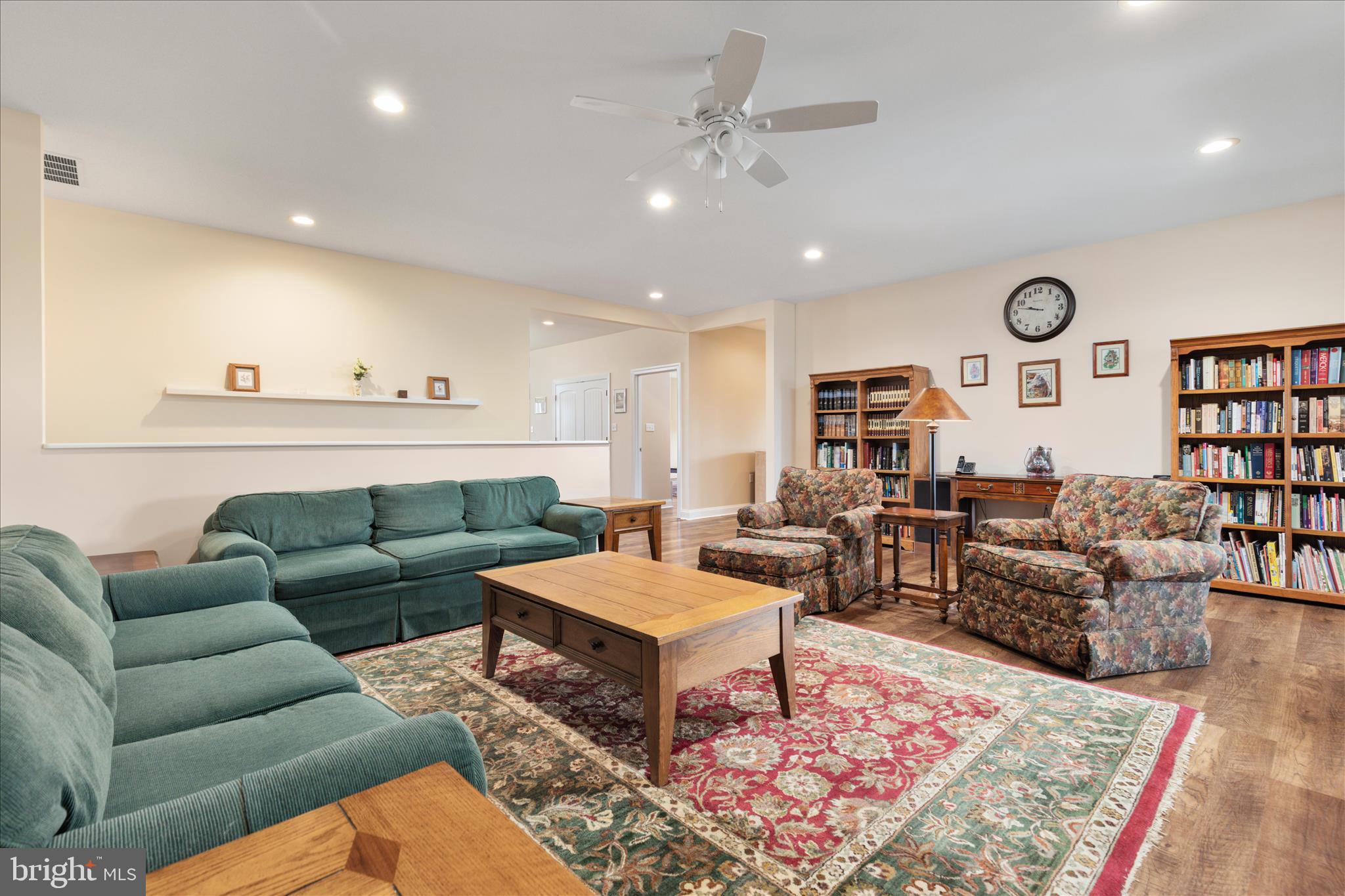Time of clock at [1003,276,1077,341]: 9:47
